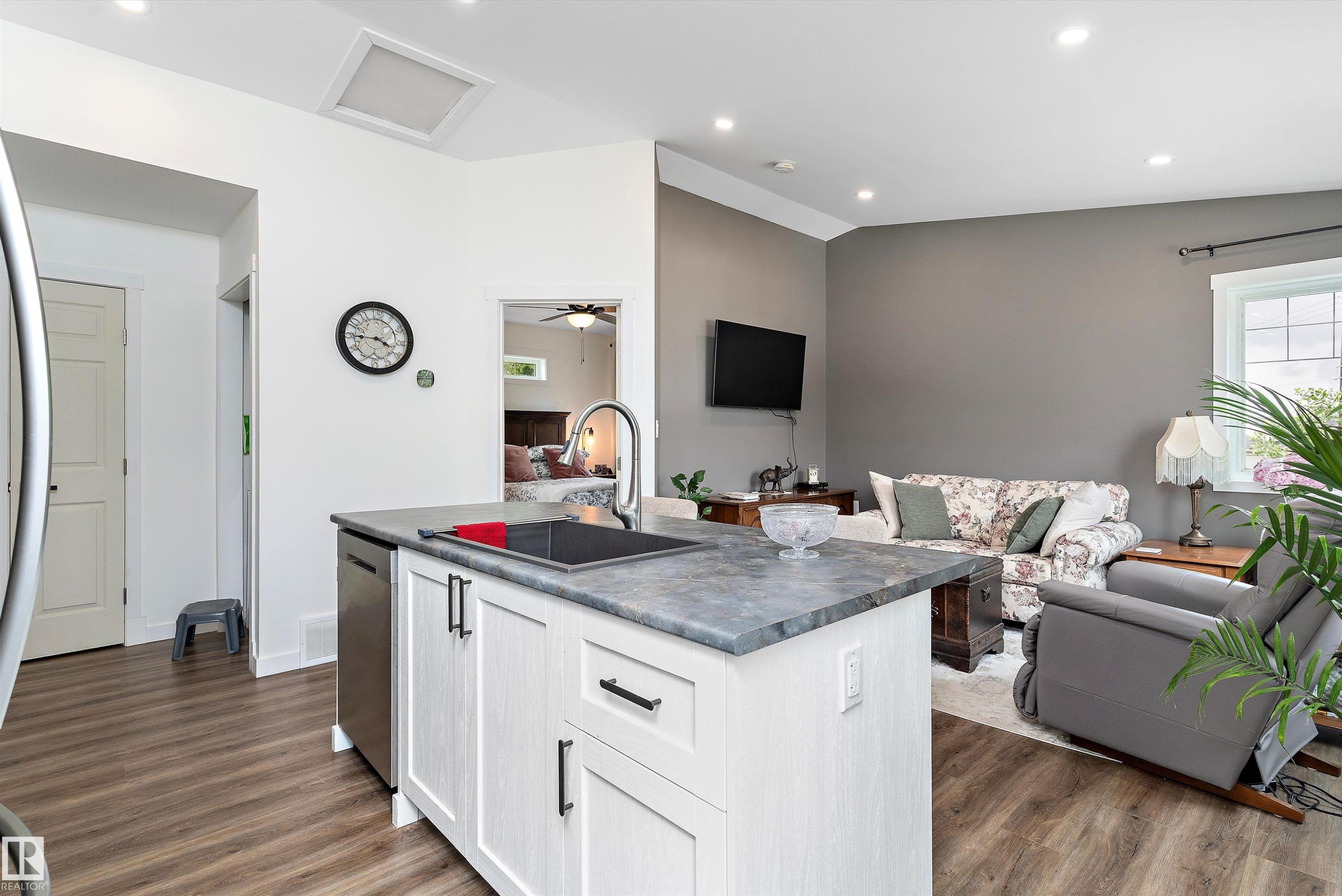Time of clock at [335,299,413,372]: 3:44
